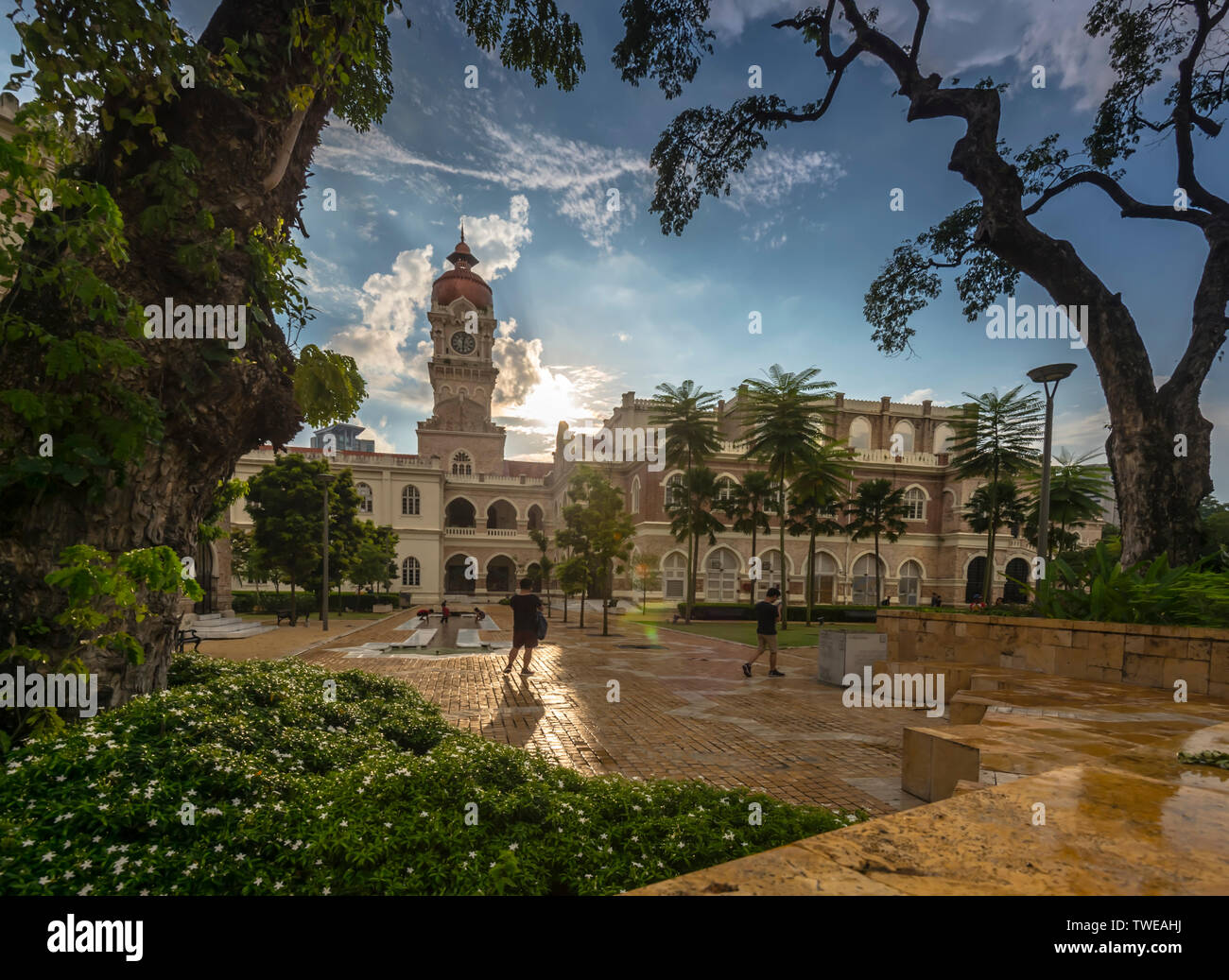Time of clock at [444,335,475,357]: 12:30
